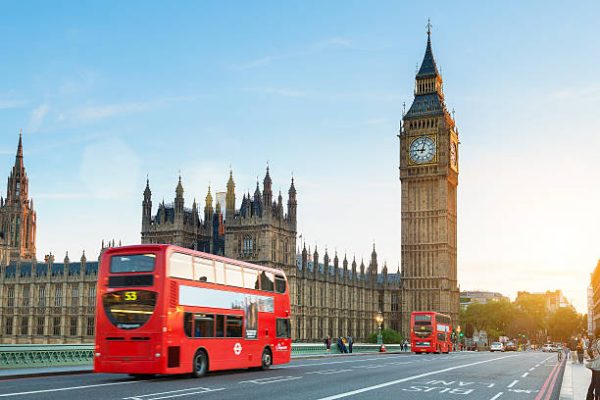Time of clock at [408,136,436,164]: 9:01
